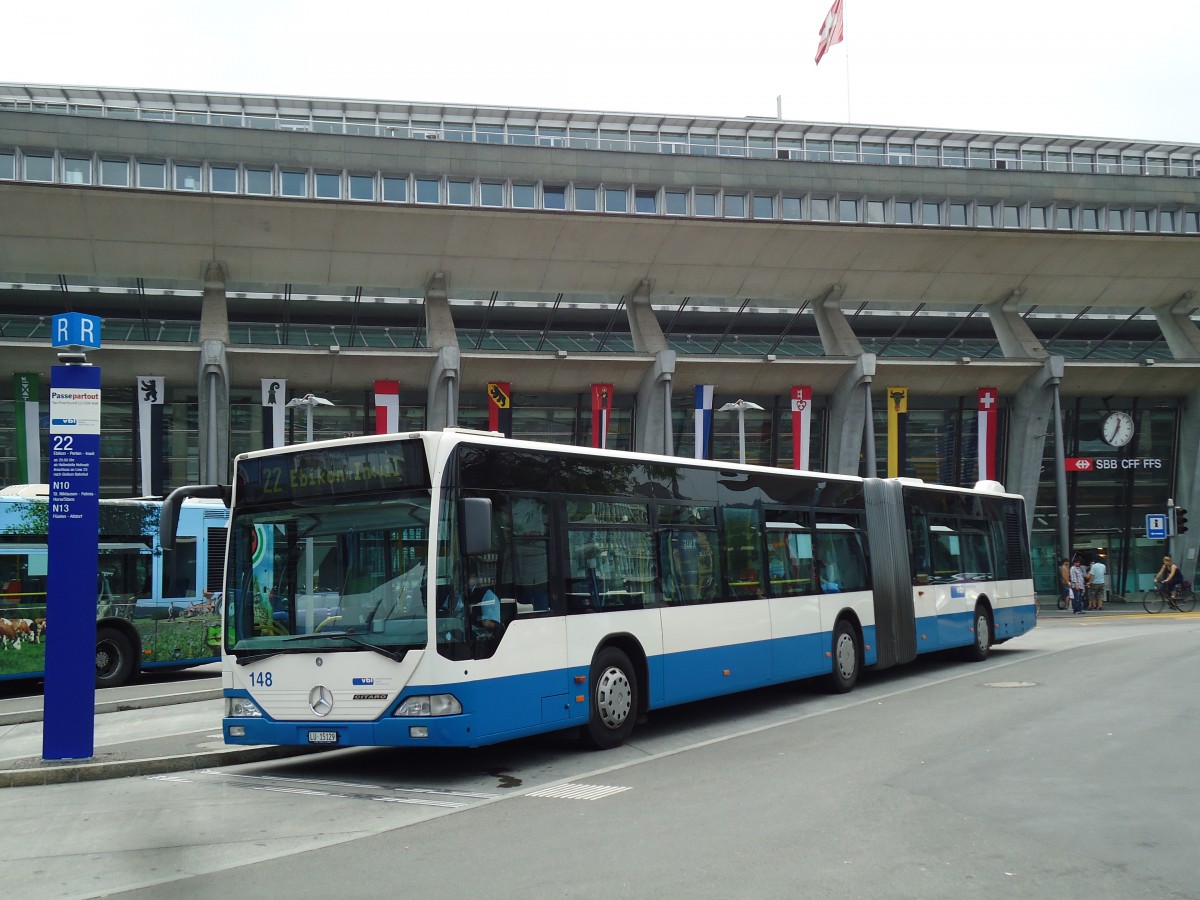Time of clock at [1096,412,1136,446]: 12:34
